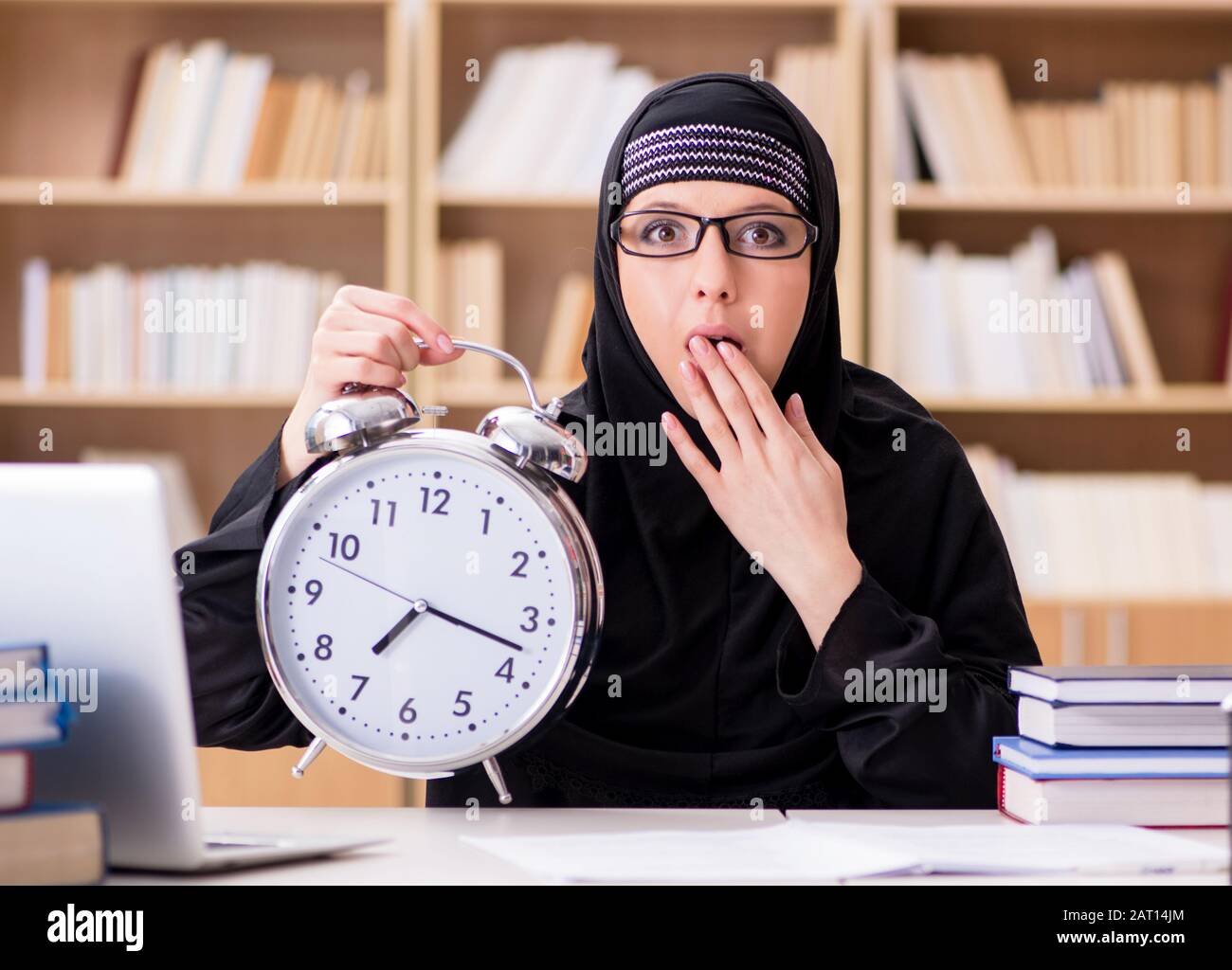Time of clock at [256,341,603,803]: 7:17
